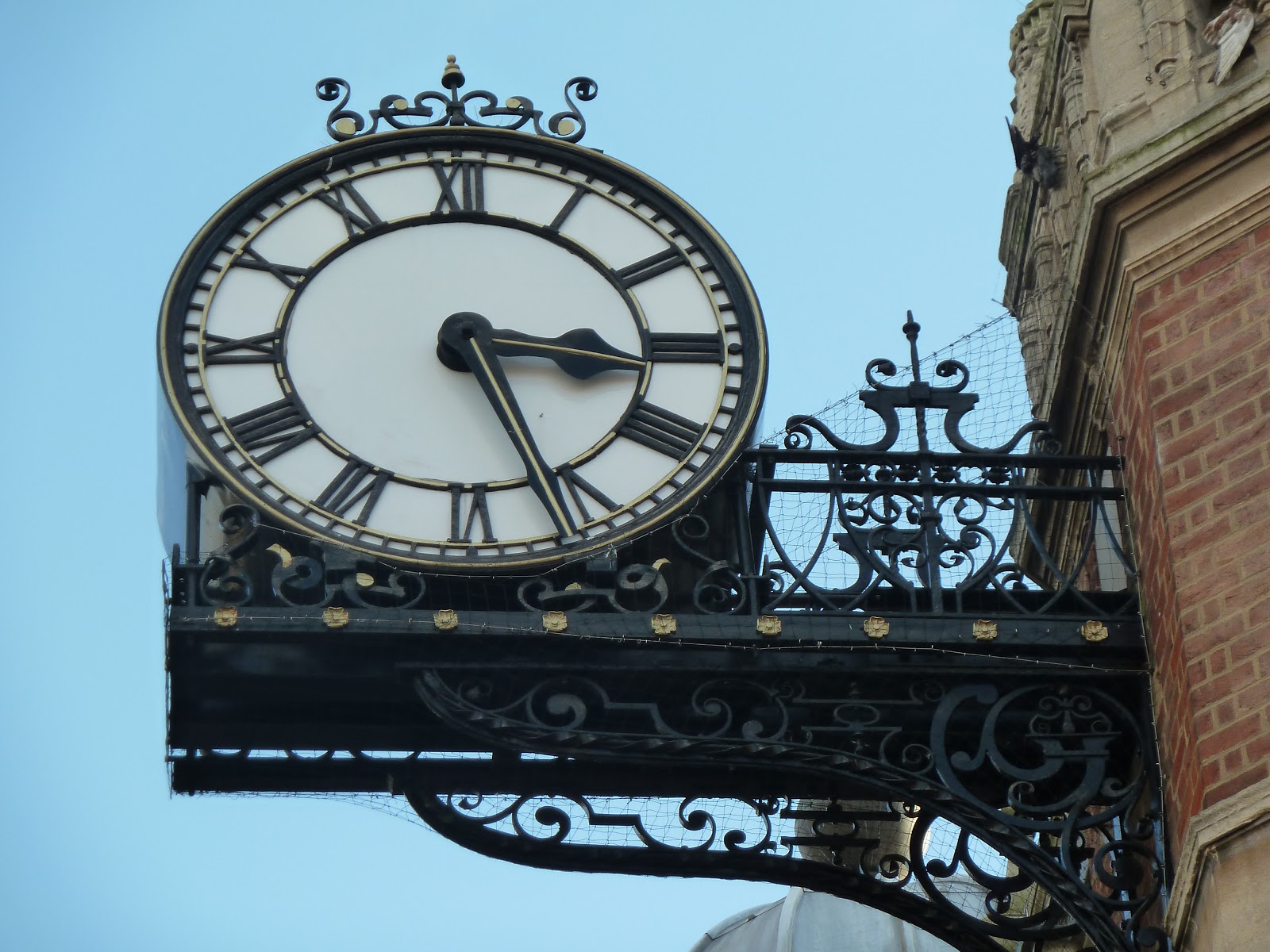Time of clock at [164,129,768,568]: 3:26
